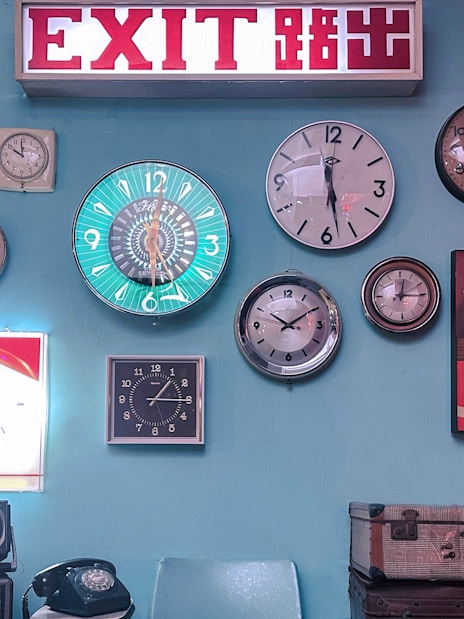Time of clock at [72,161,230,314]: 5:01
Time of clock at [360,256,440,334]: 12:15
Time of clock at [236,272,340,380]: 10:09
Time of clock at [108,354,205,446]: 1:15
